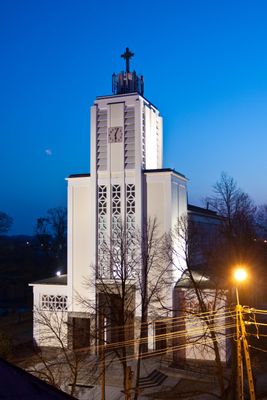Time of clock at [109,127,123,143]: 6:03
